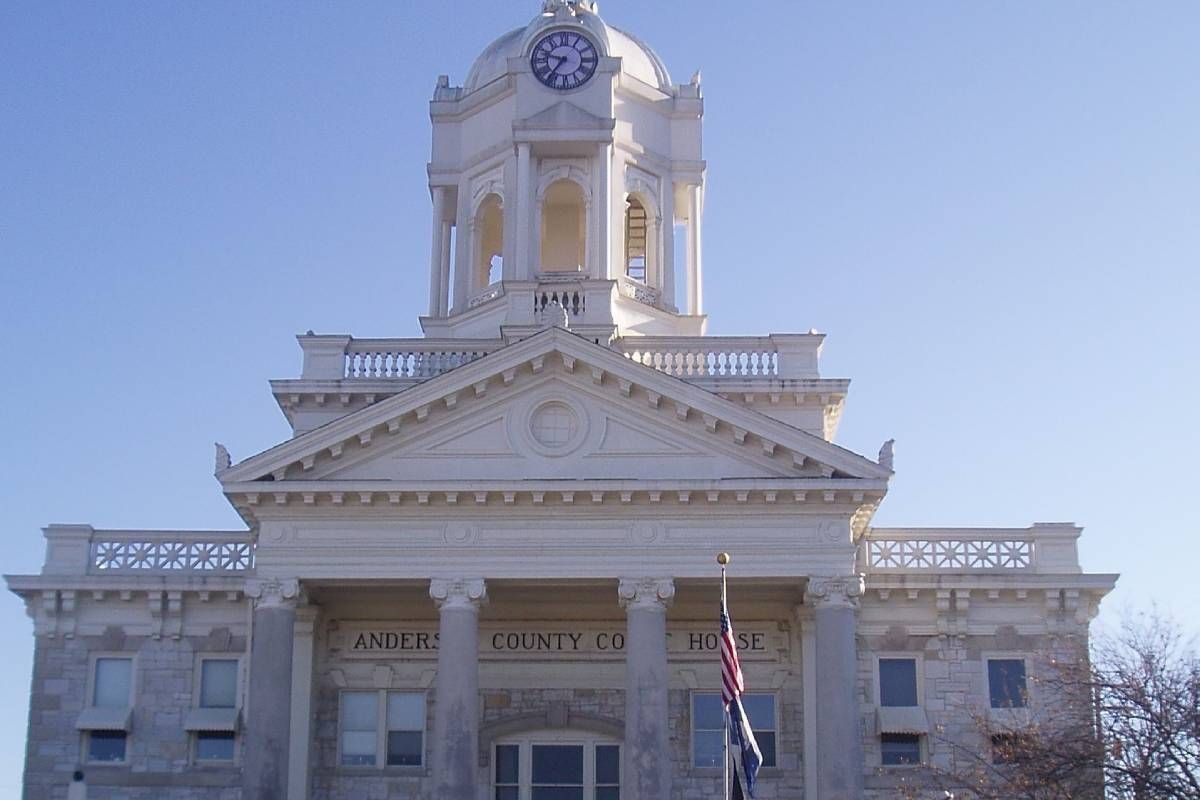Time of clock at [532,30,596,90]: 9:36
